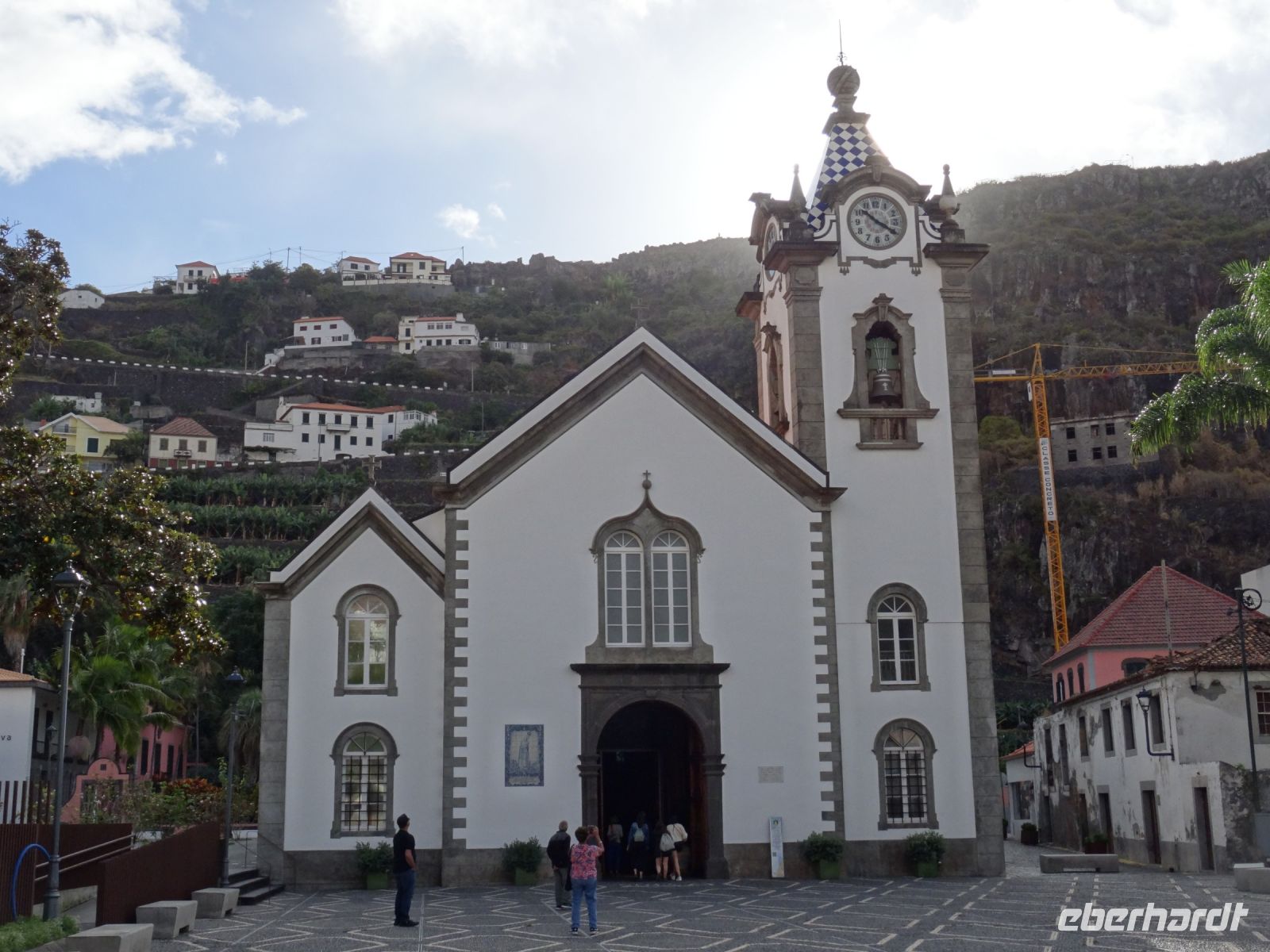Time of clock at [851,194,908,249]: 10:20
